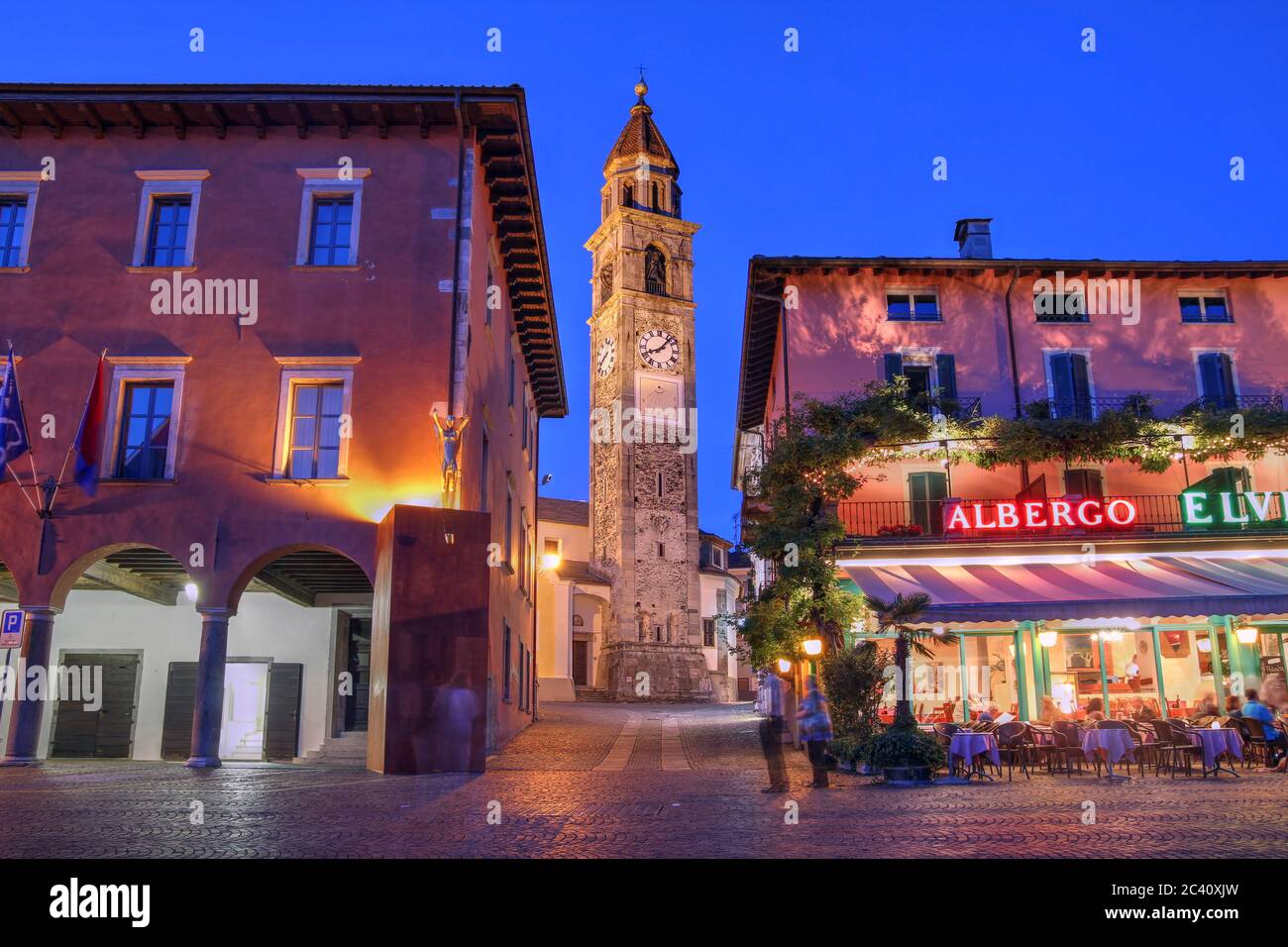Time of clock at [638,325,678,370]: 8:07
